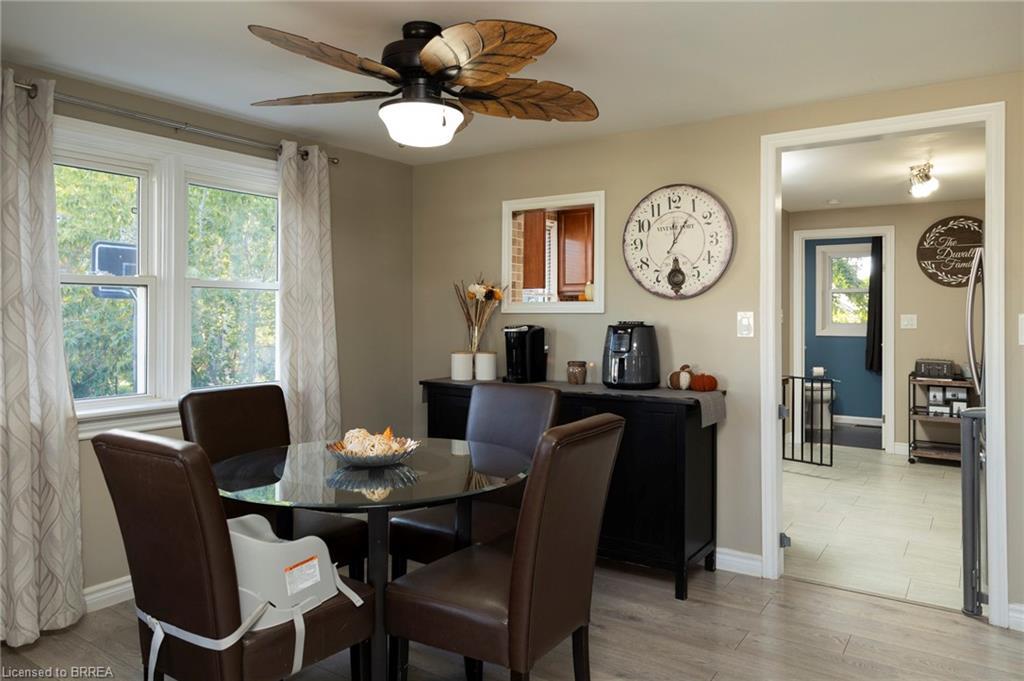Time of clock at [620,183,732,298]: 12:05
